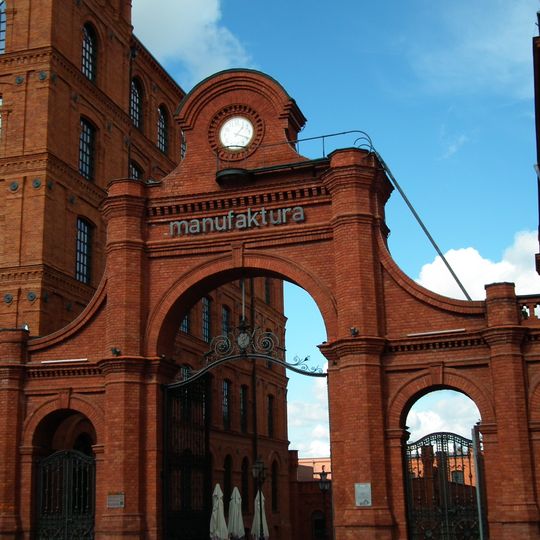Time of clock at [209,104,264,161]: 1:18
